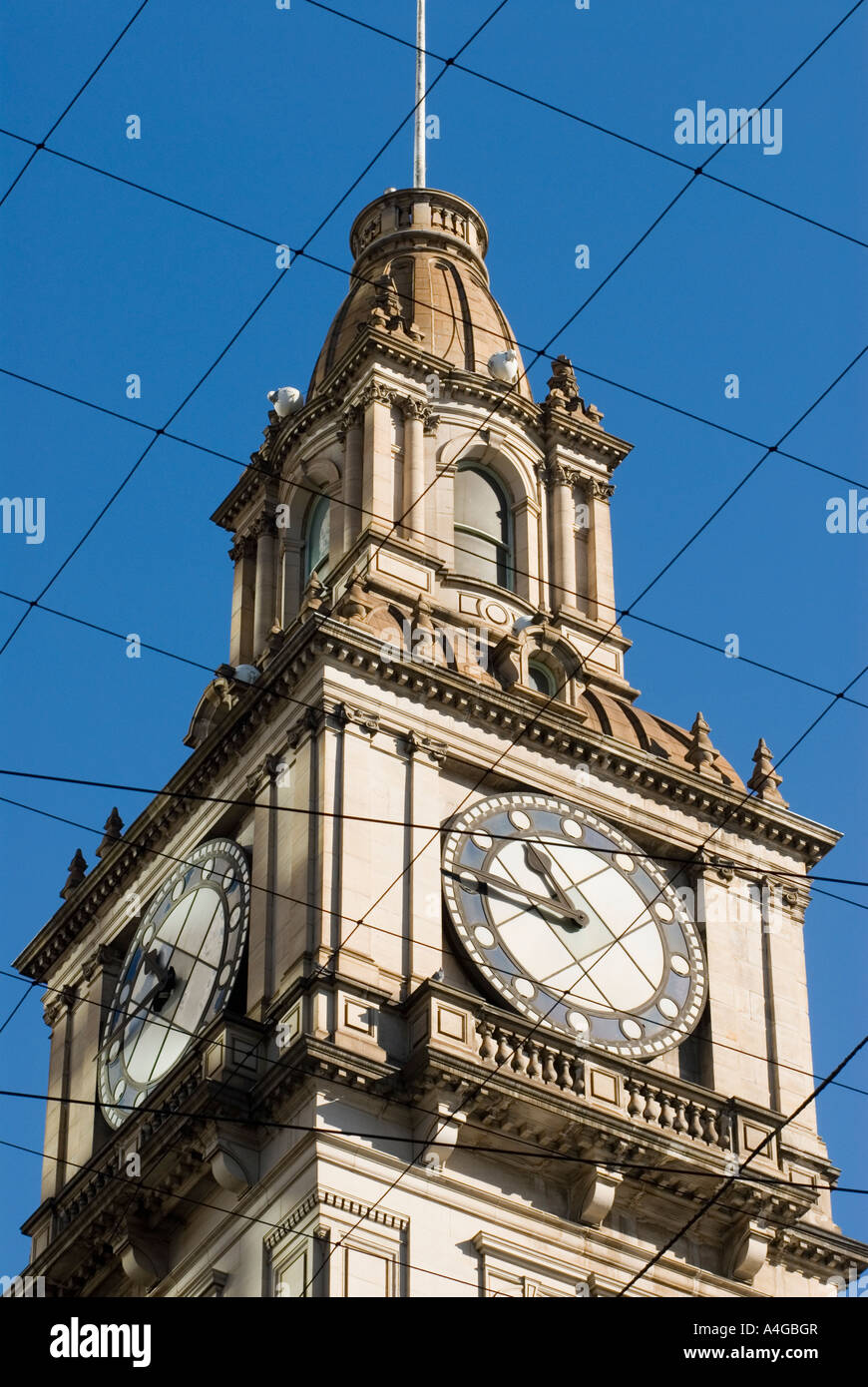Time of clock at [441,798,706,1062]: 10:45
